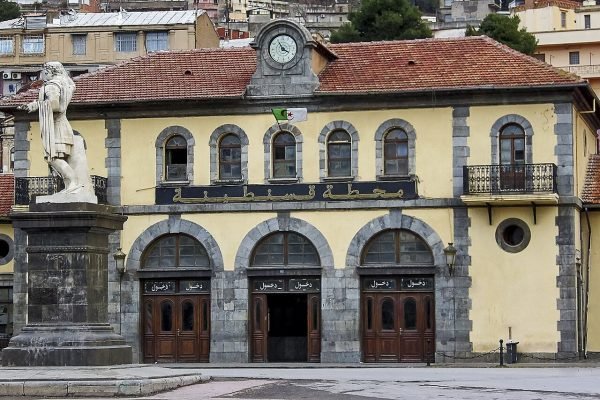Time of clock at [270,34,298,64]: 3:54
